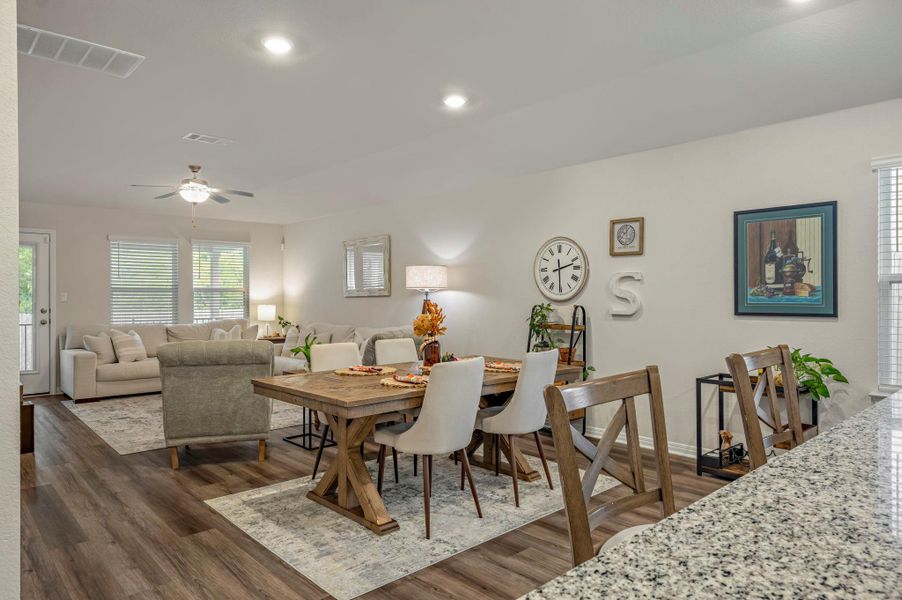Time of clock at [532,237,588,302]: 2:29
